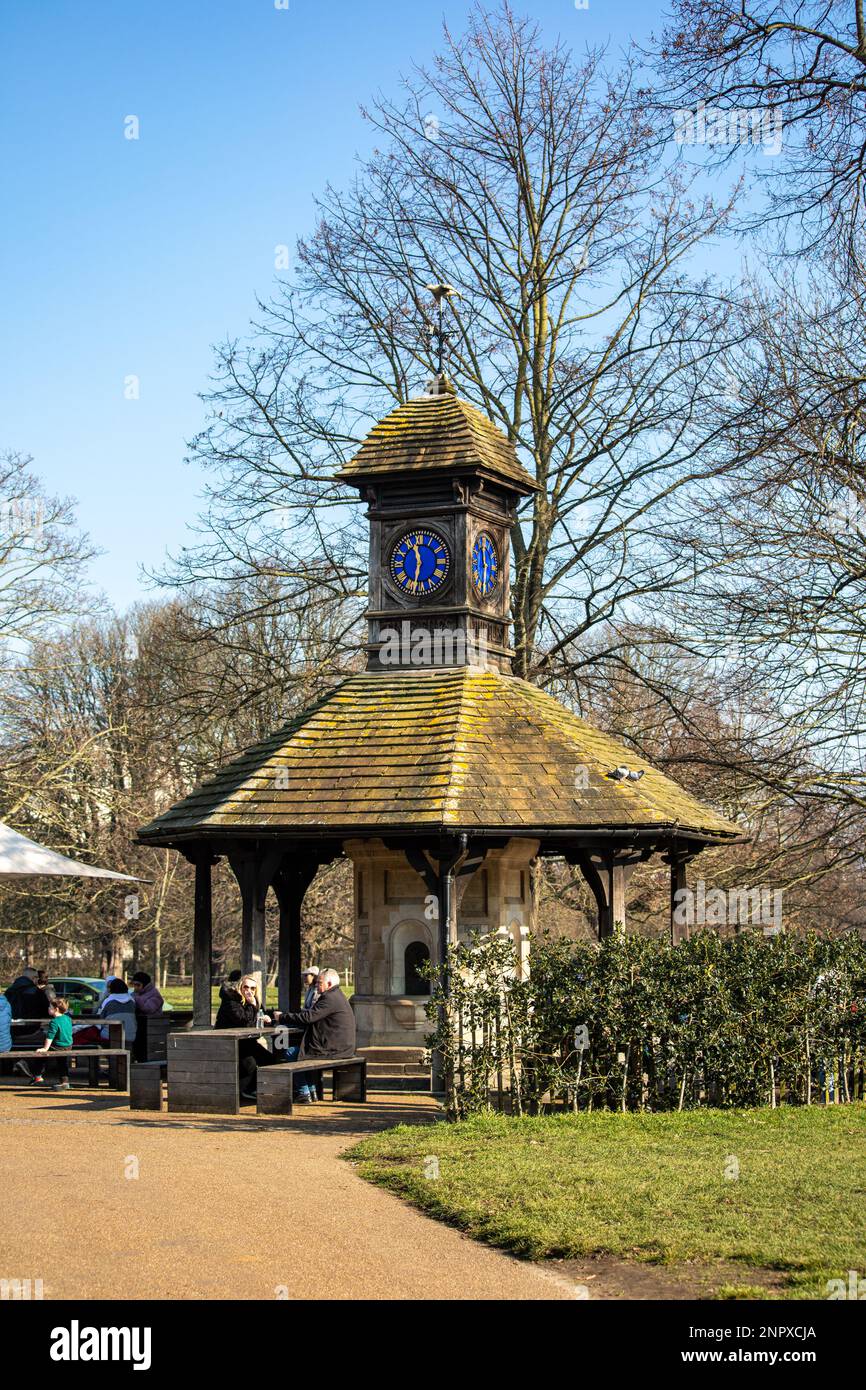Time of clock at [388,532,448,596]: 11:32
